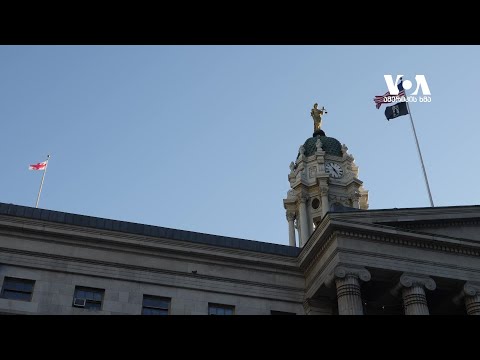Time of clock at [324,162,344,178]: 4:52
